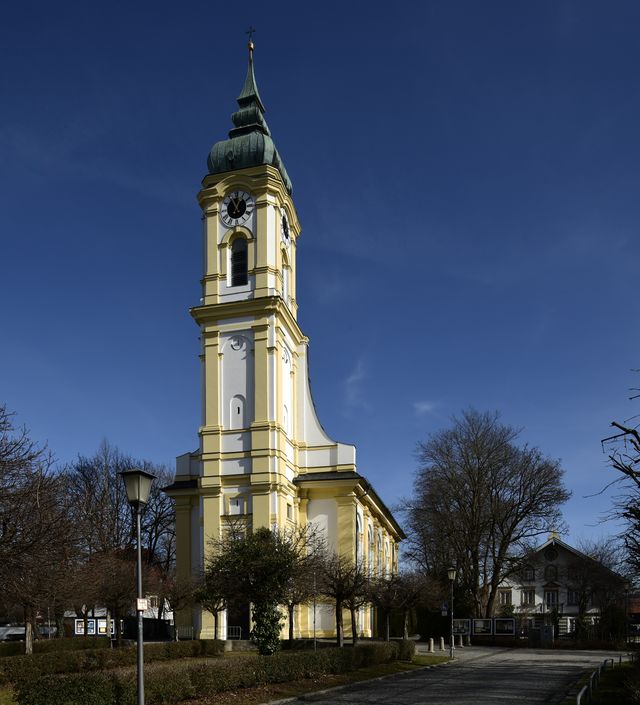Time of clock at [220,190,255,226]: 12:55
